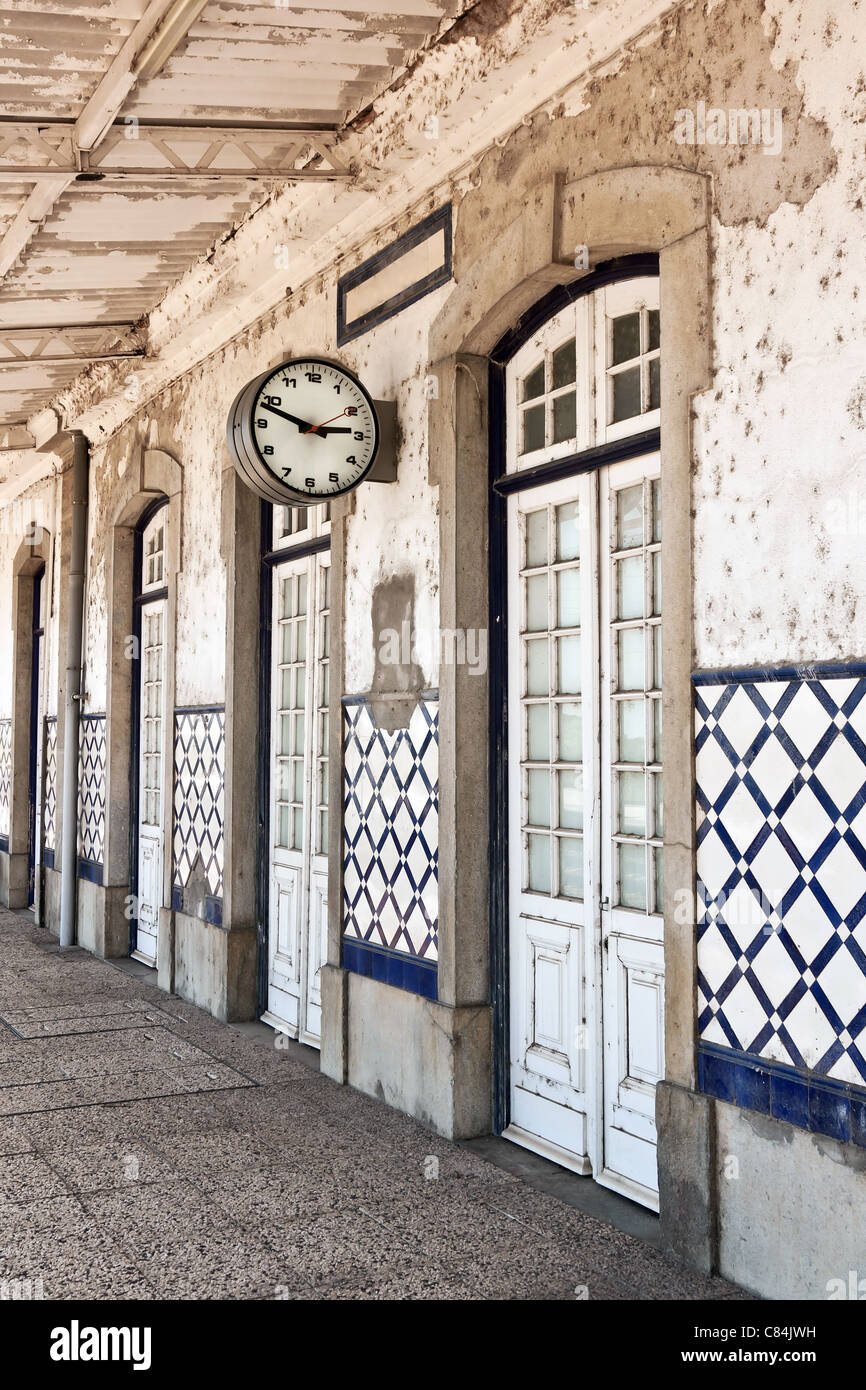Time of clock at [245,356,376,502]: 2:48
